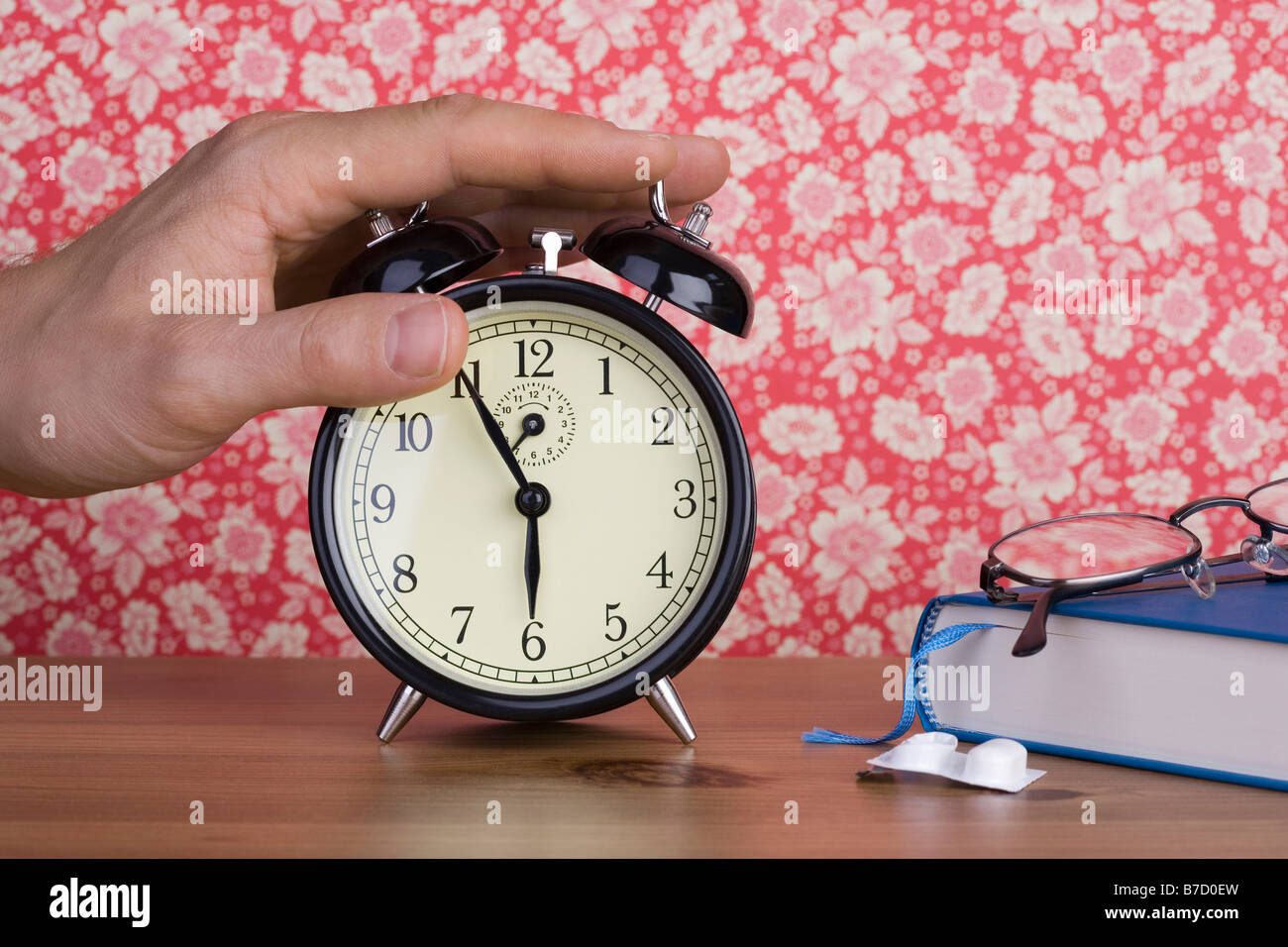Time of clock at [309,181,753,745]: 5:55
